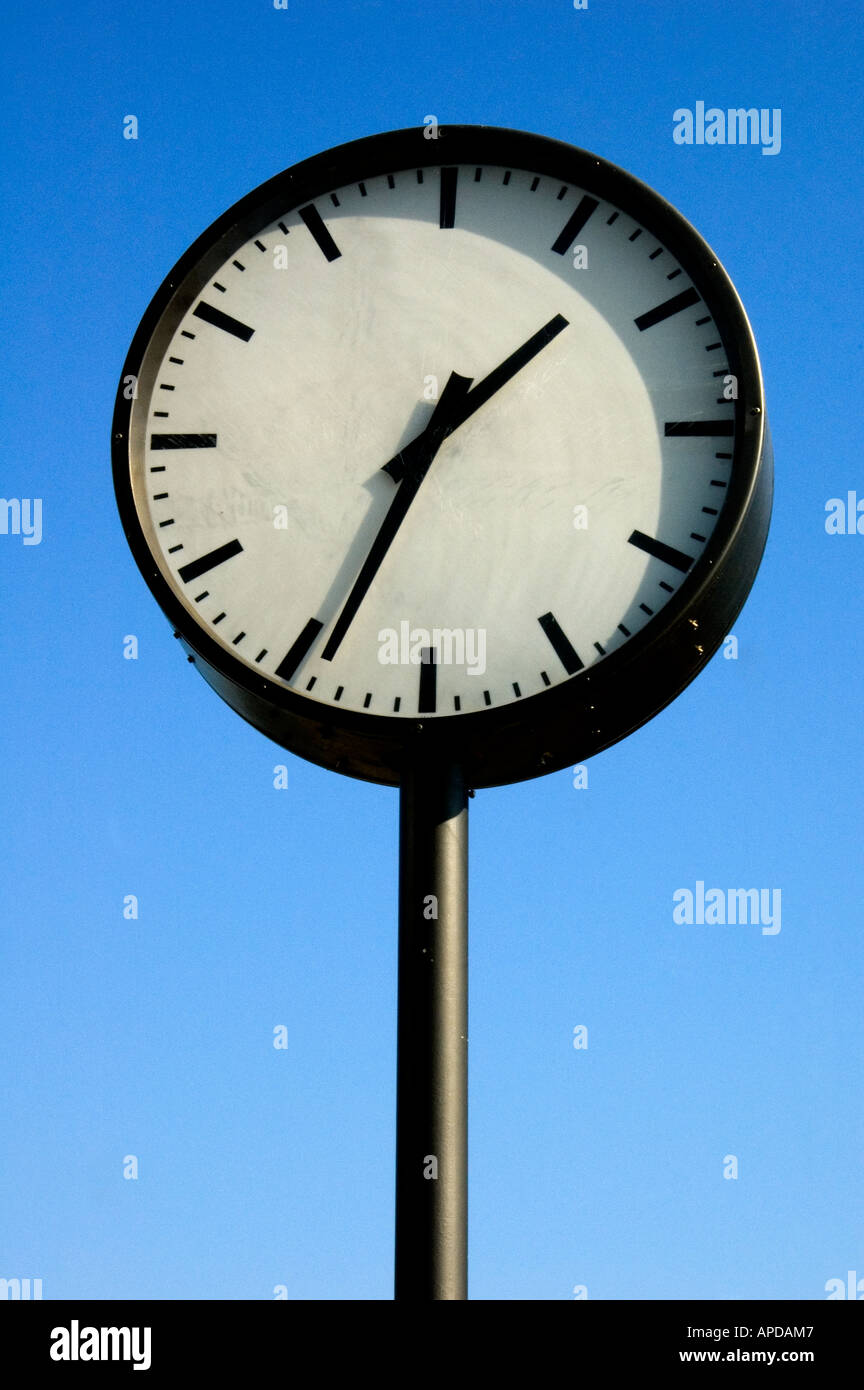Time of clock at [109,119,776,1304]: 1:34
